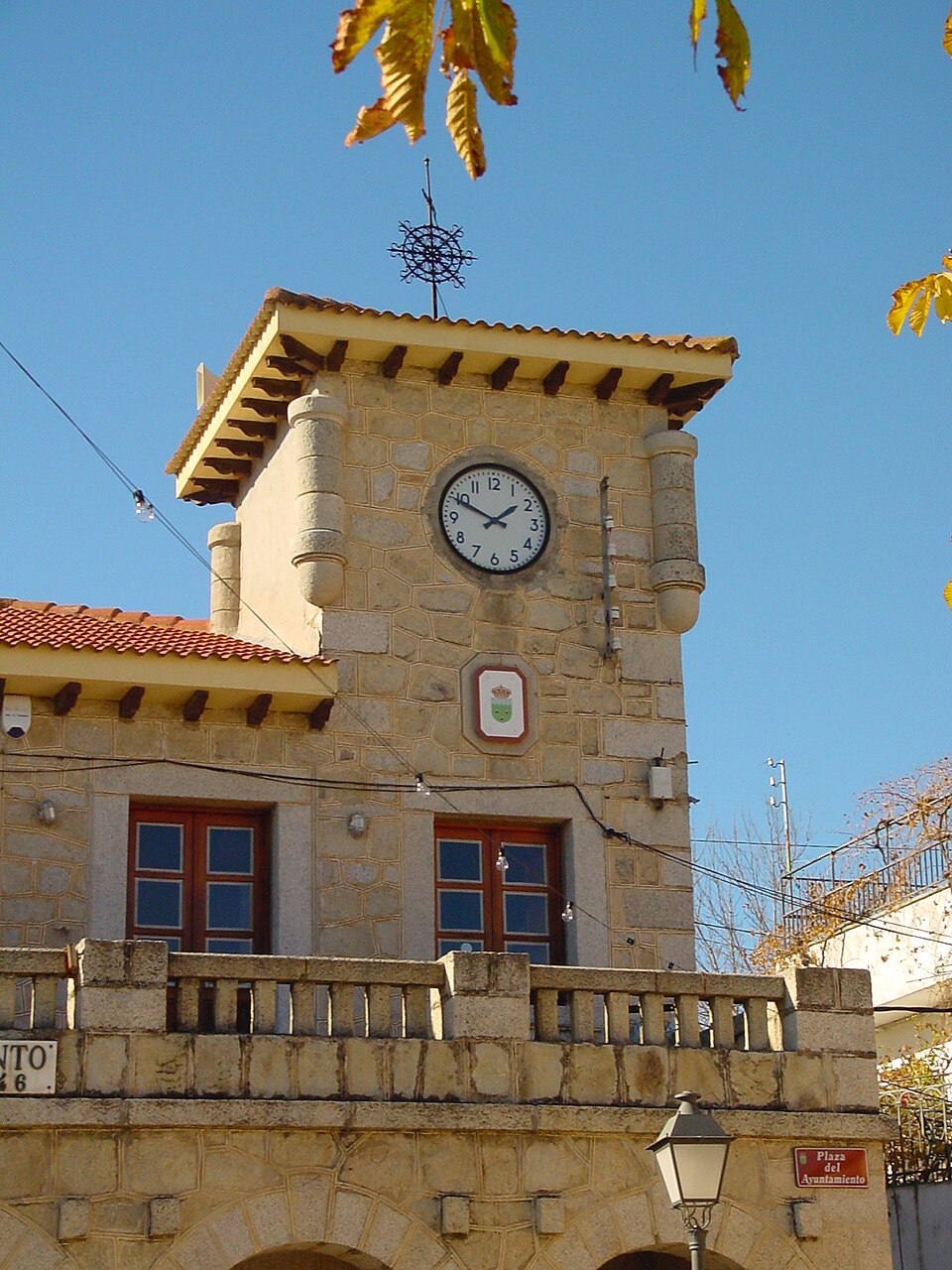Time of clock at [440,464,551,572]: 1:49
